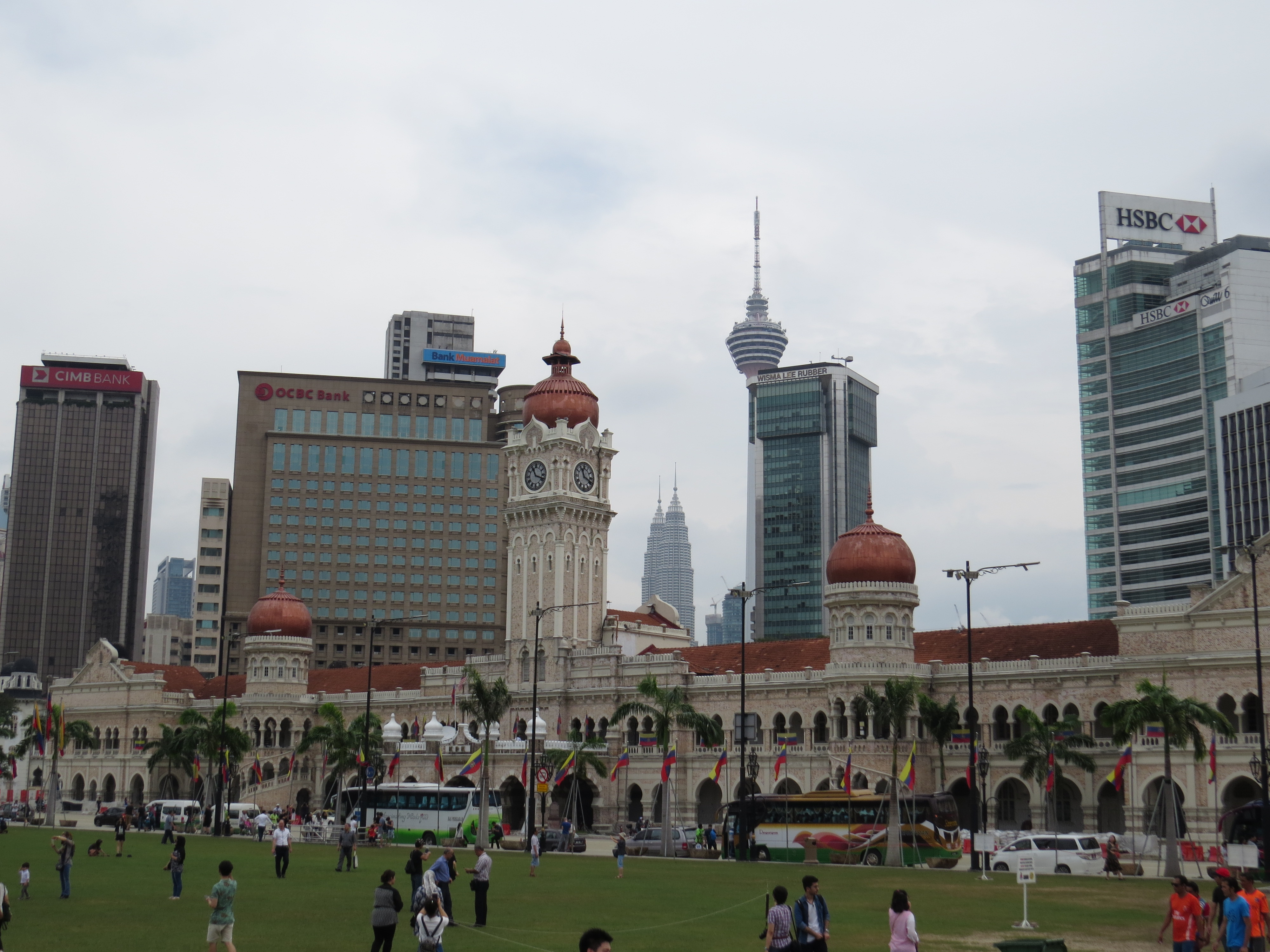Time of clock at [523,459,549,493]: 11:18
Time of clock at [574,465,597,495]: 11:18
